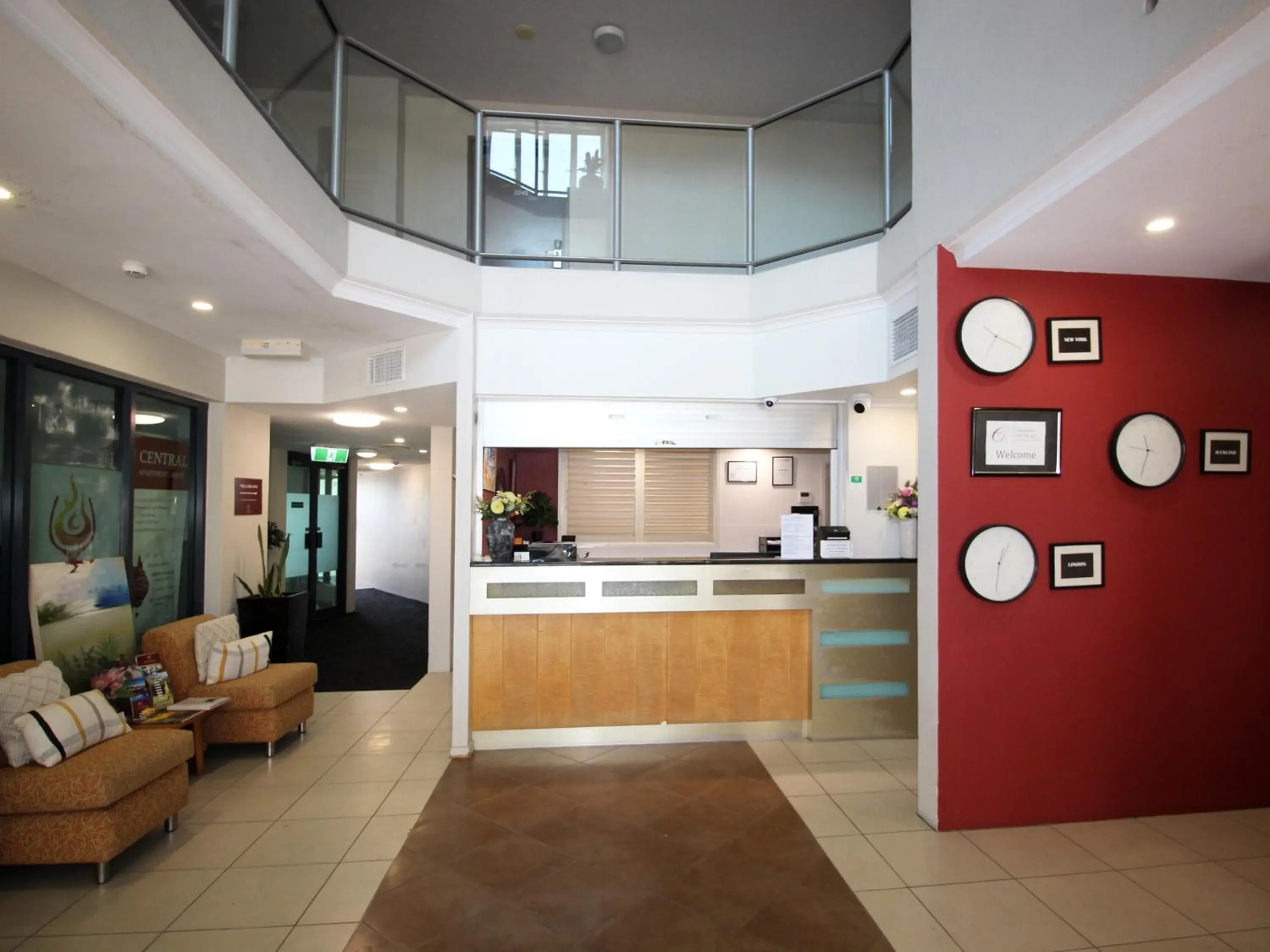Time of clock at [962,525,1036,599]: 12:31
